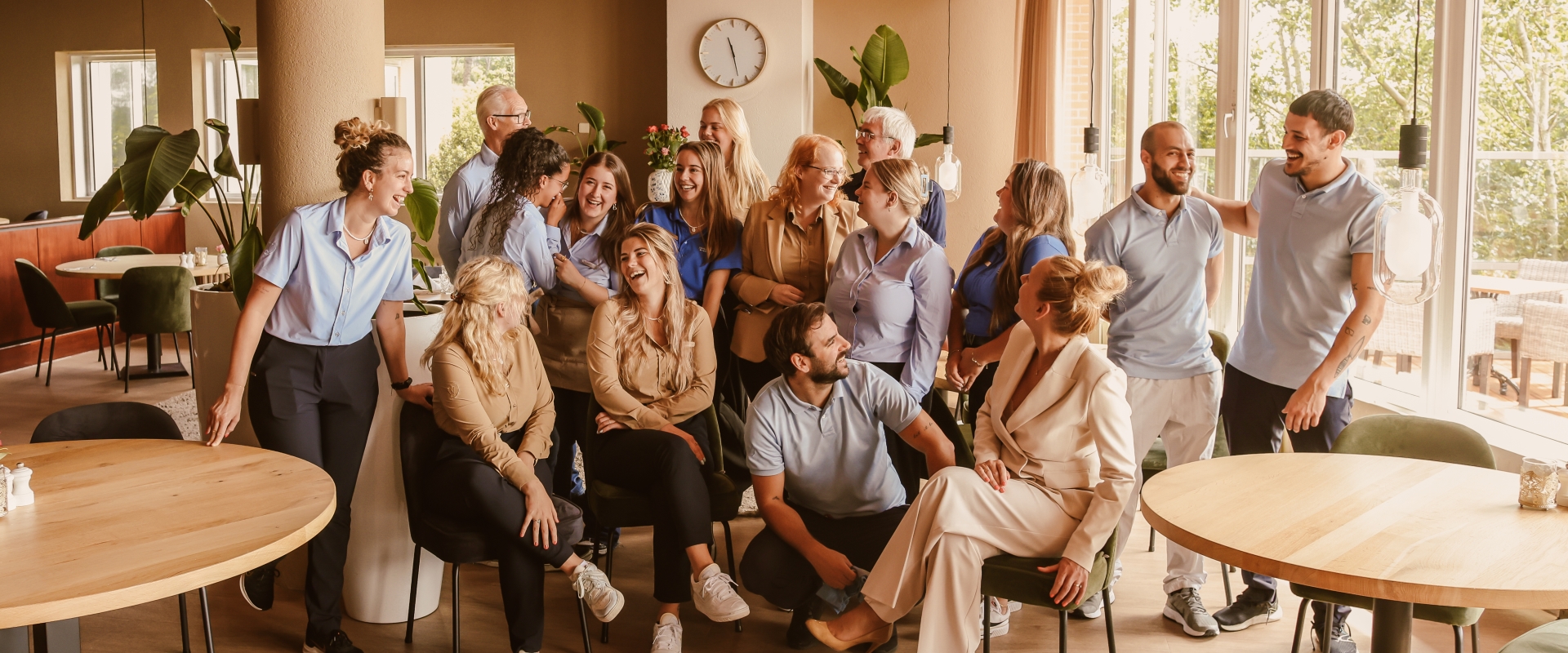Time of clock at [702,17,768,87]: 11:27
